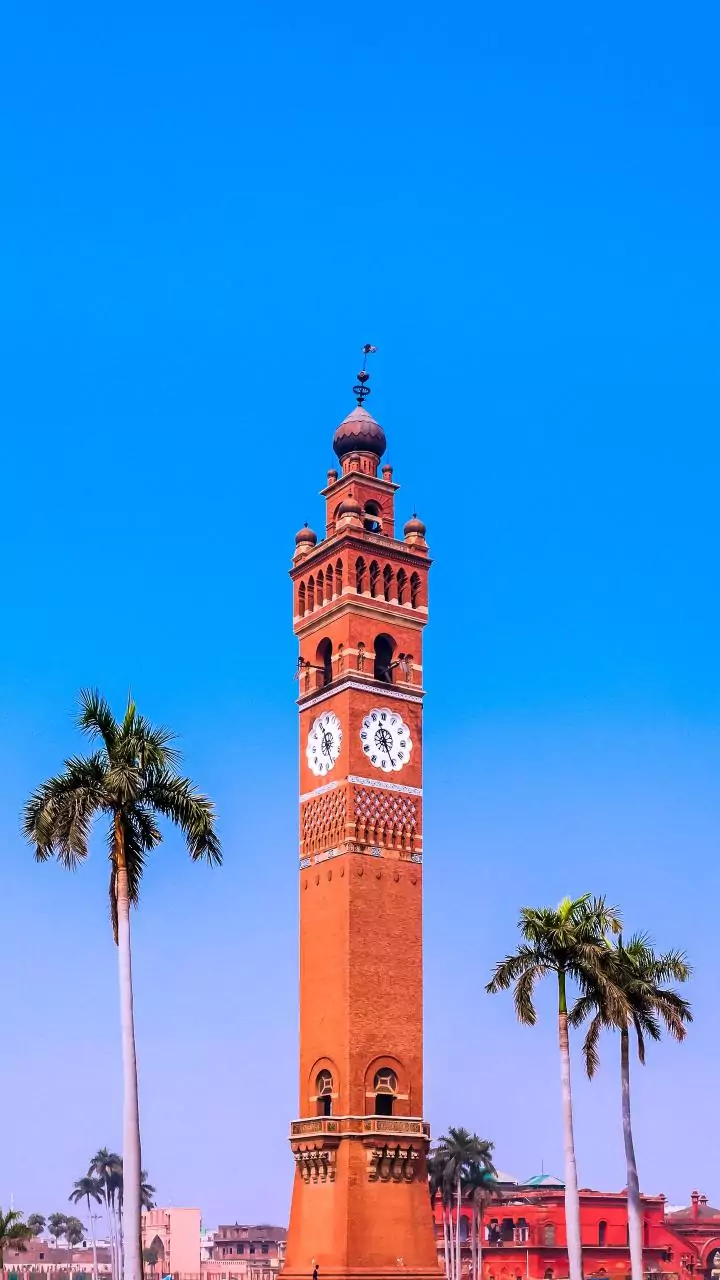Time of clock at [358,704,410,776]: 11:25
